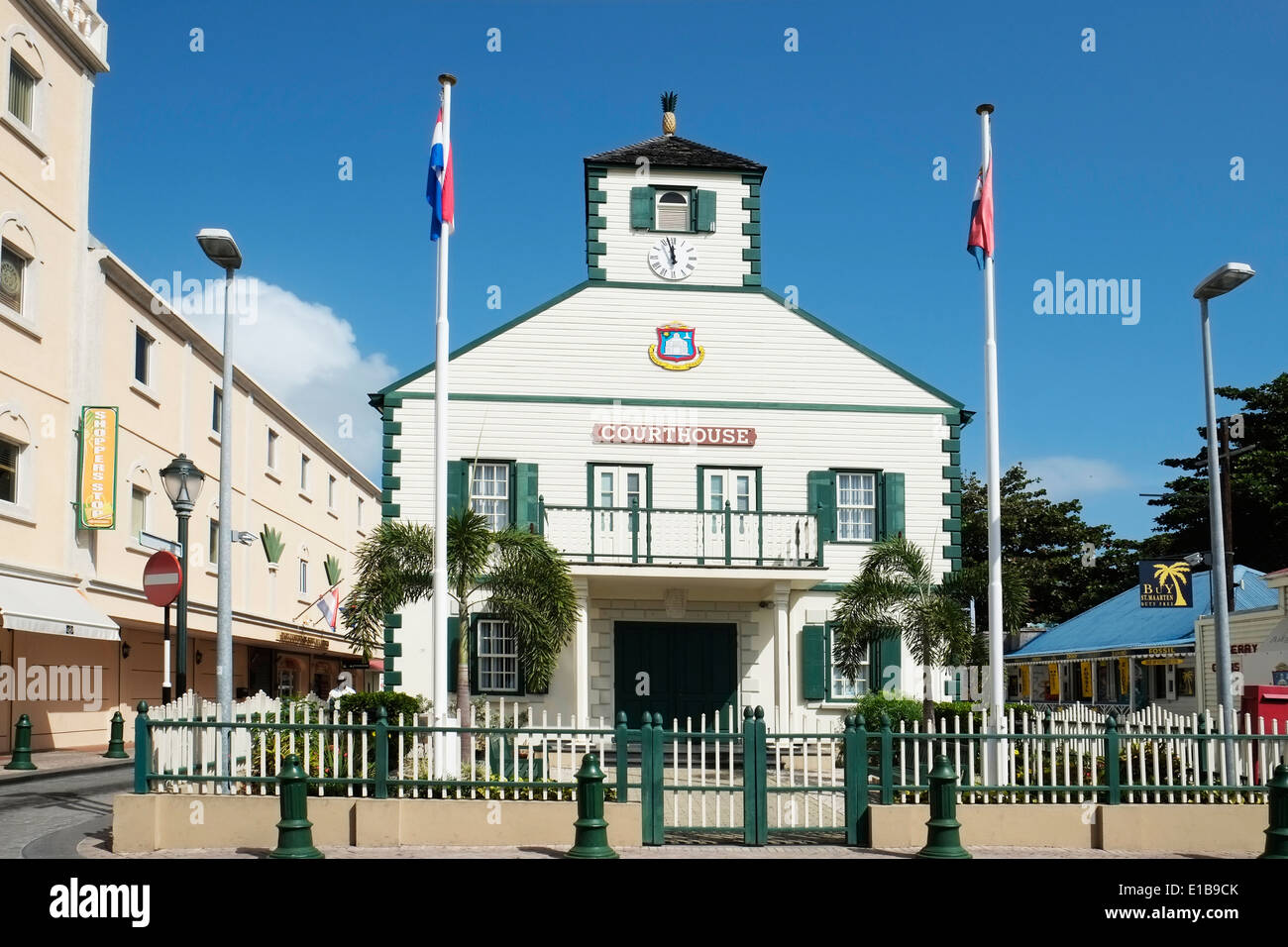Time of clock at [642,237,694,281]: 11:57
